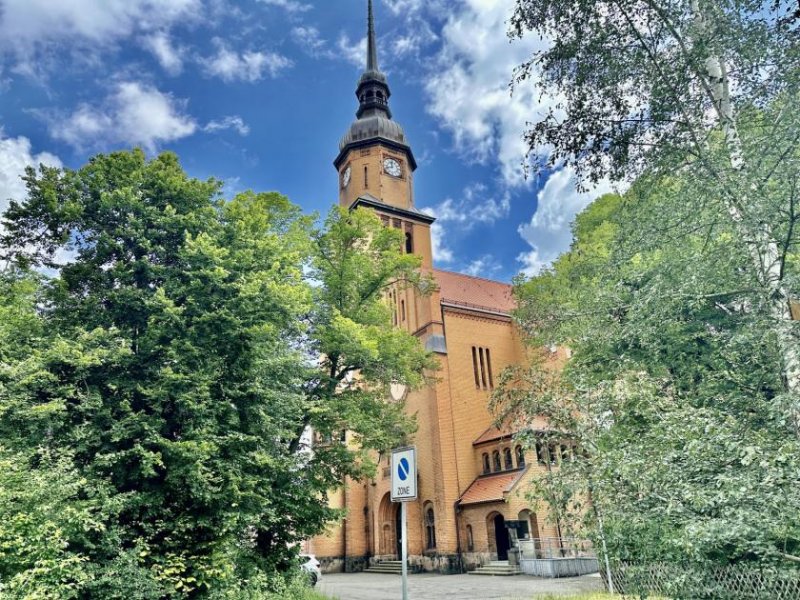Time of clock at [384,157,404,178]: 11:41
